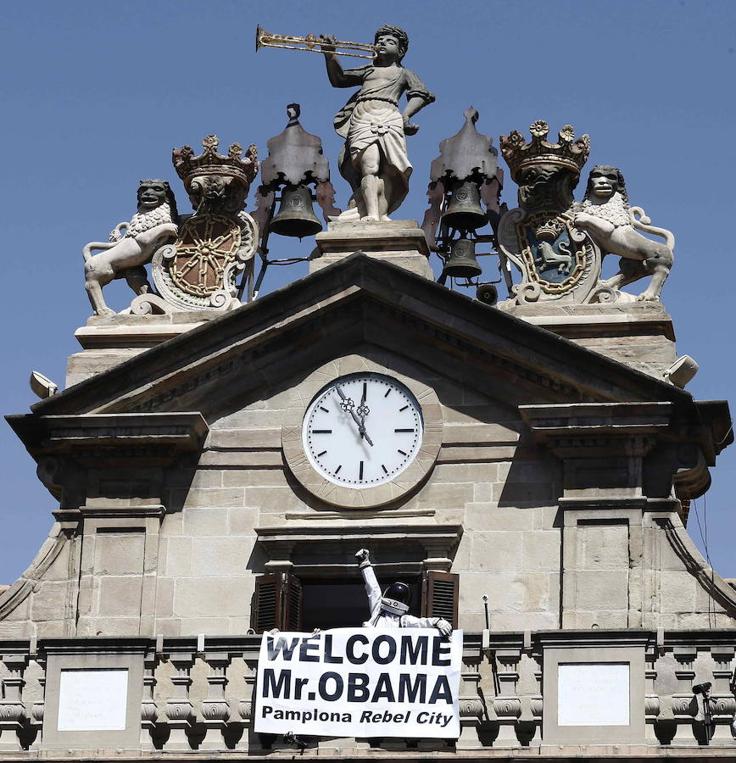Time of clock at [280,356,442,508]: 11:54
